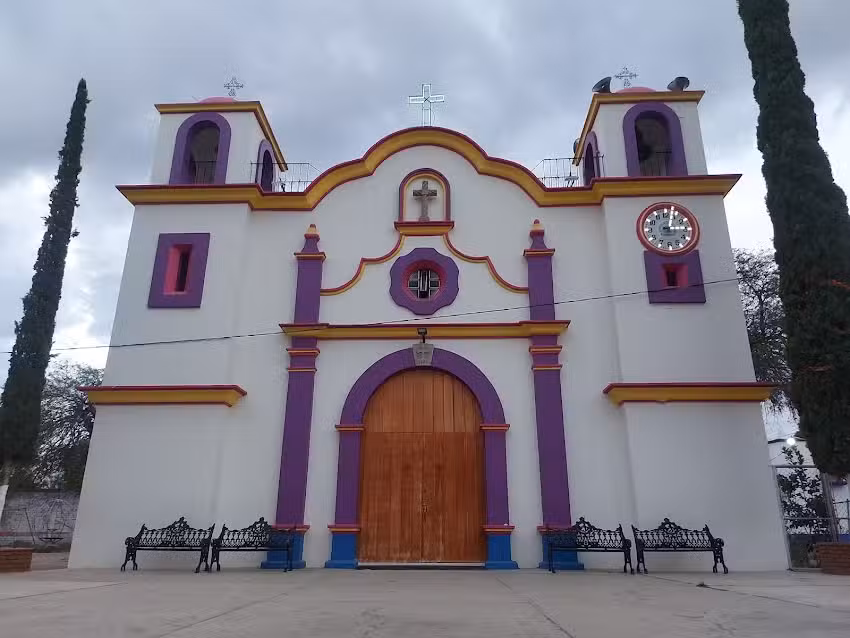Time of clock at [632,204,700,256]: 3:02
